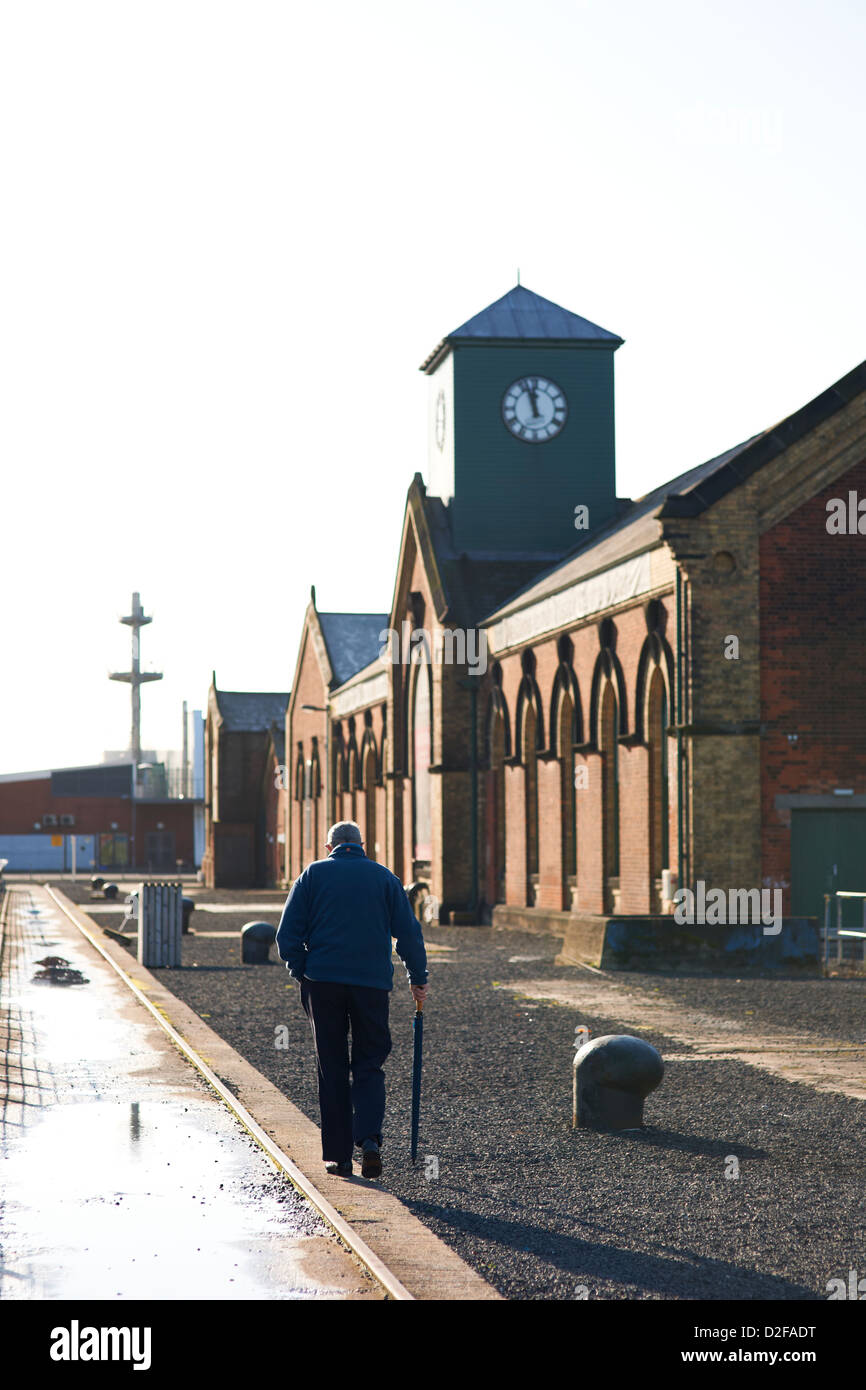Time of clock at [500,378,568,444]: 11:56
